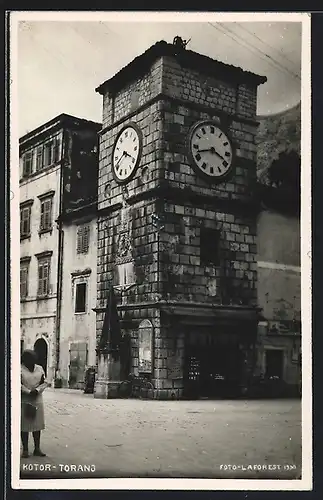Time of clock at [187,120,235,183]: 3:42
